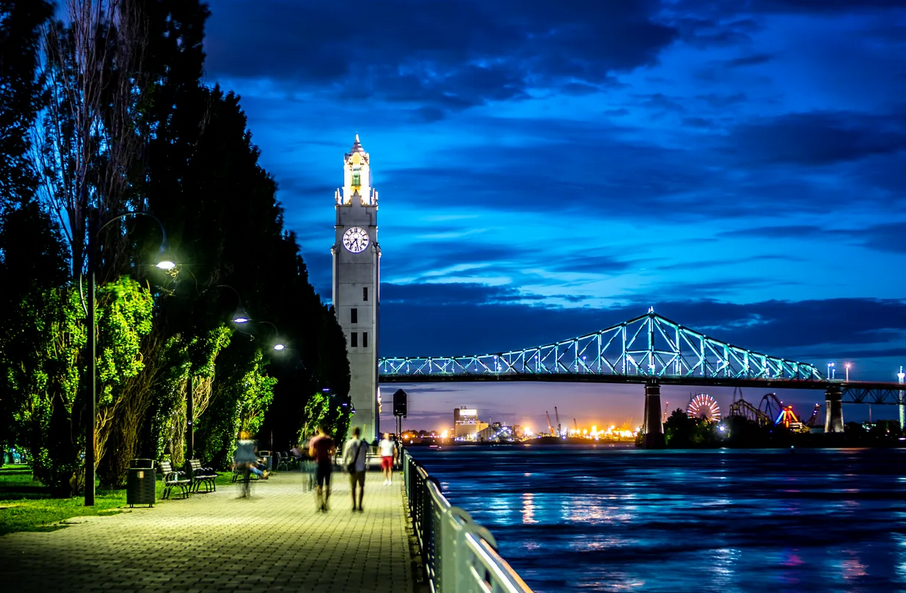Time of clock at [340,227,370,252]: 5:36
